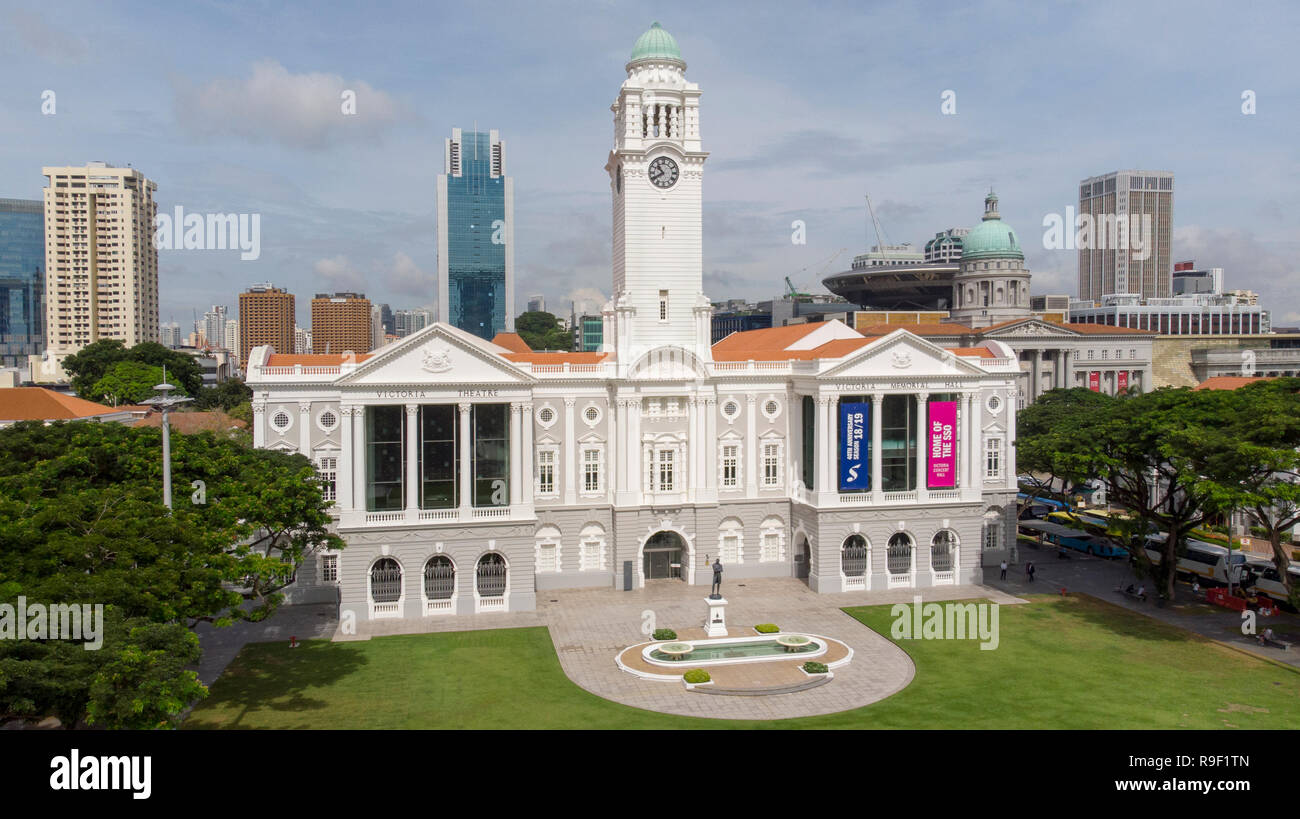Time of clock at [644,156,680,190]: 10:39
